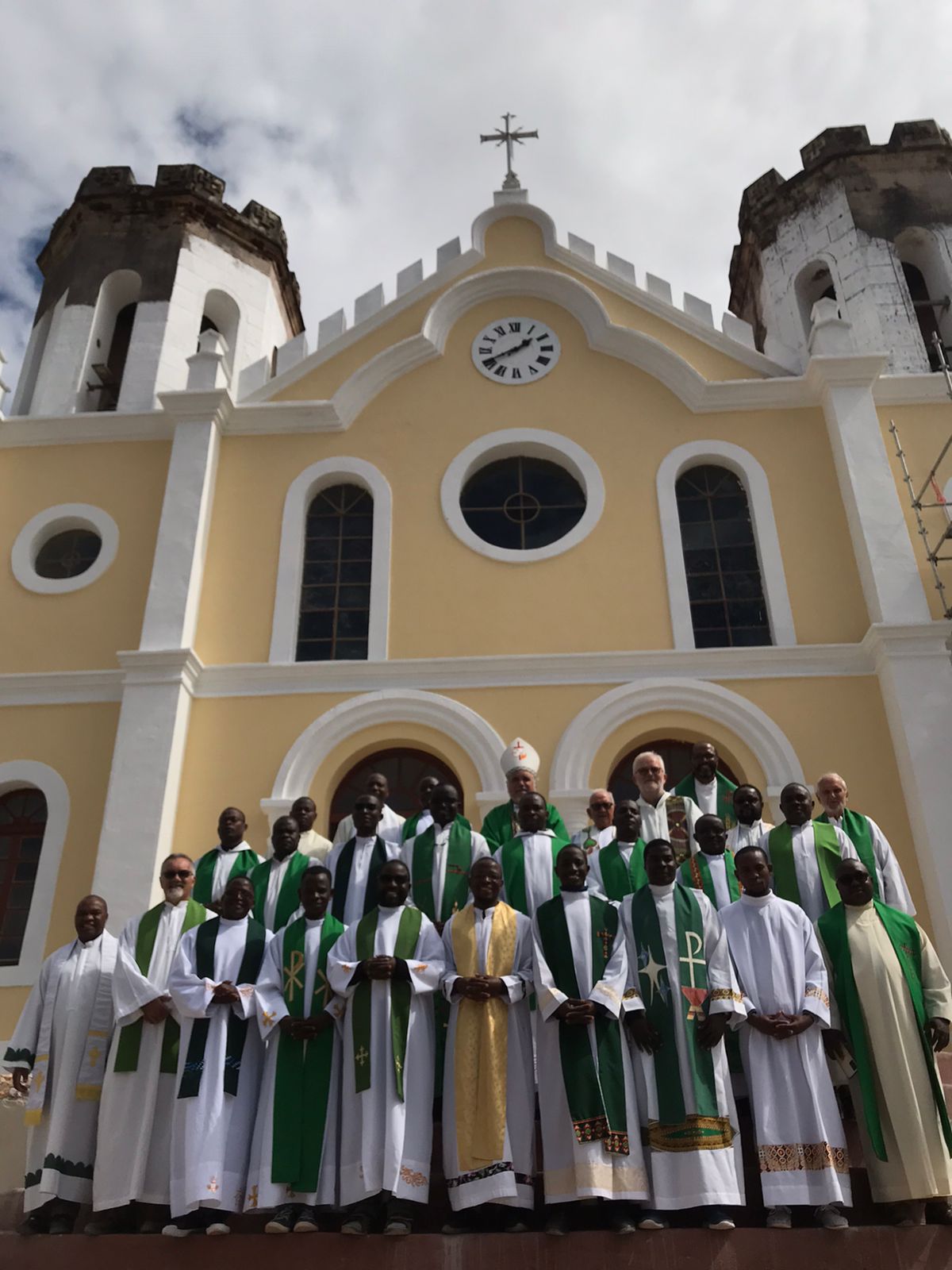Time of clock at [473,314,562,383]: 1:40
